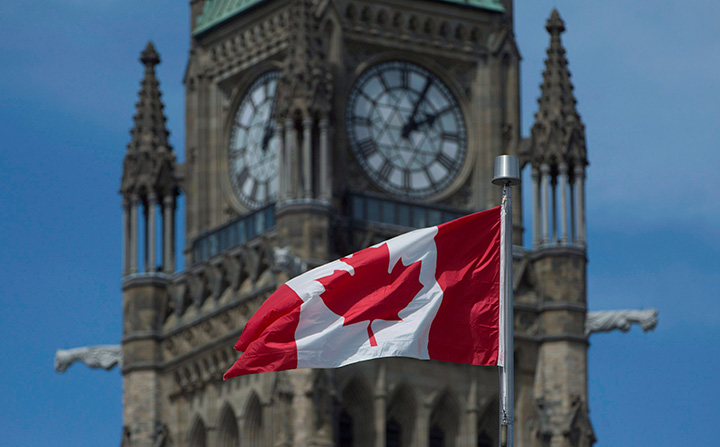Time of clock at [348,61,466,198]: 2:04
